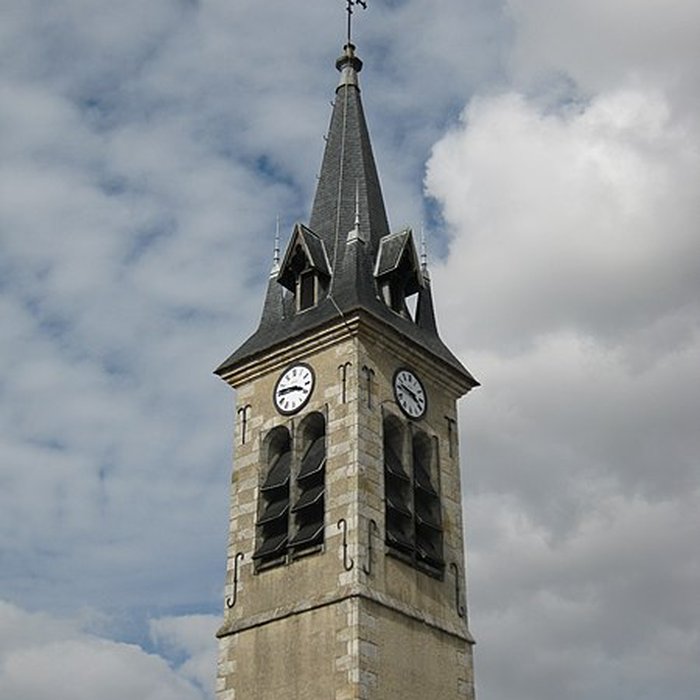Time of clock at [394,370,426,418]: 3:47
